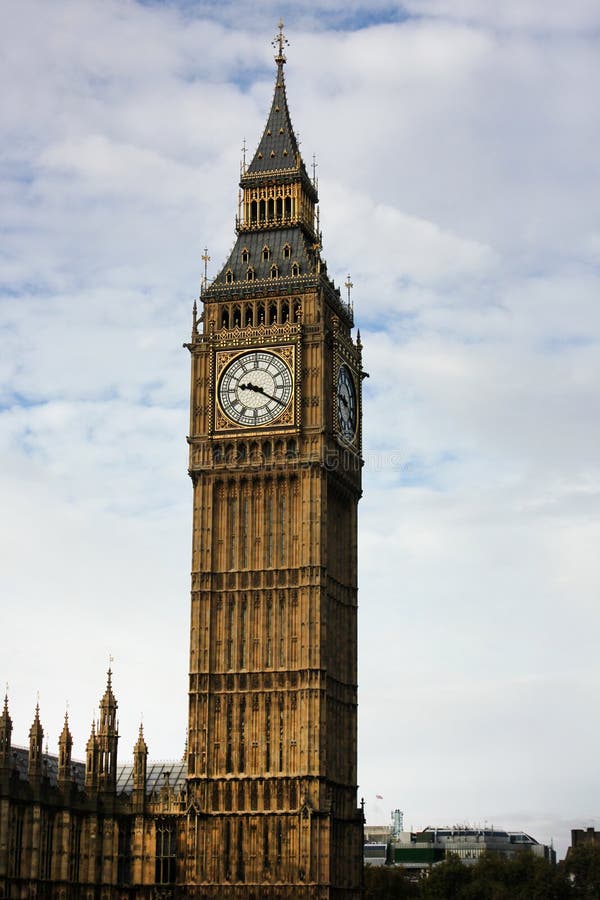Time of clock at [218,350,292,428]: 9:20
